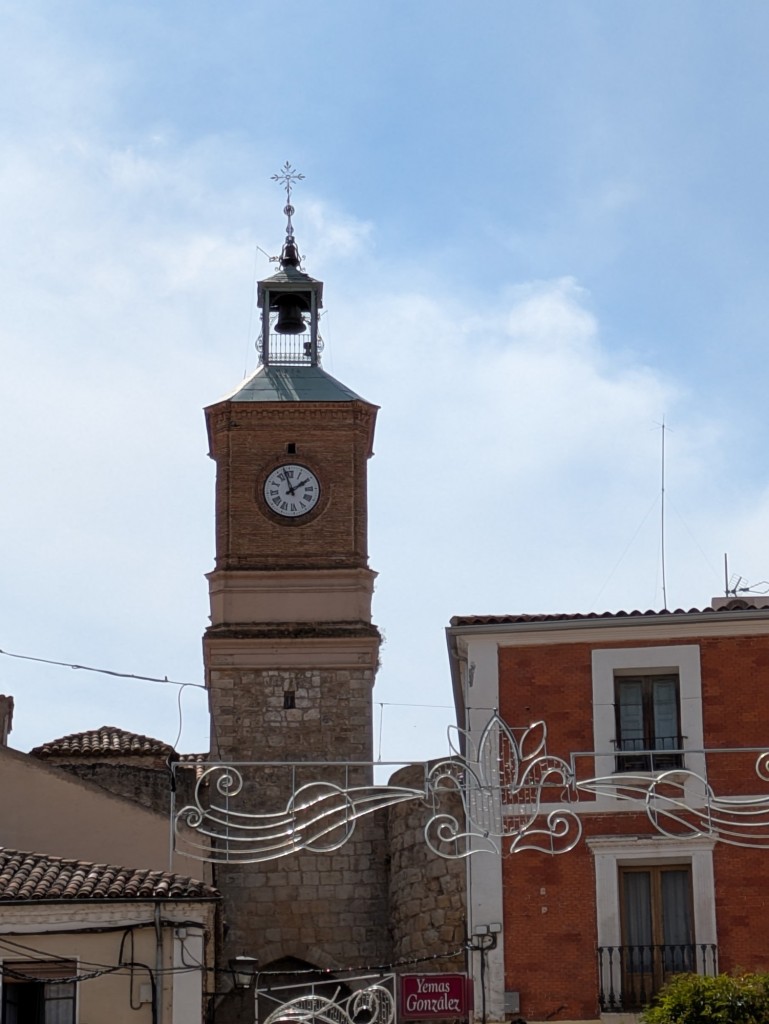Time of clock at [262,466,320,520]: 1:57
